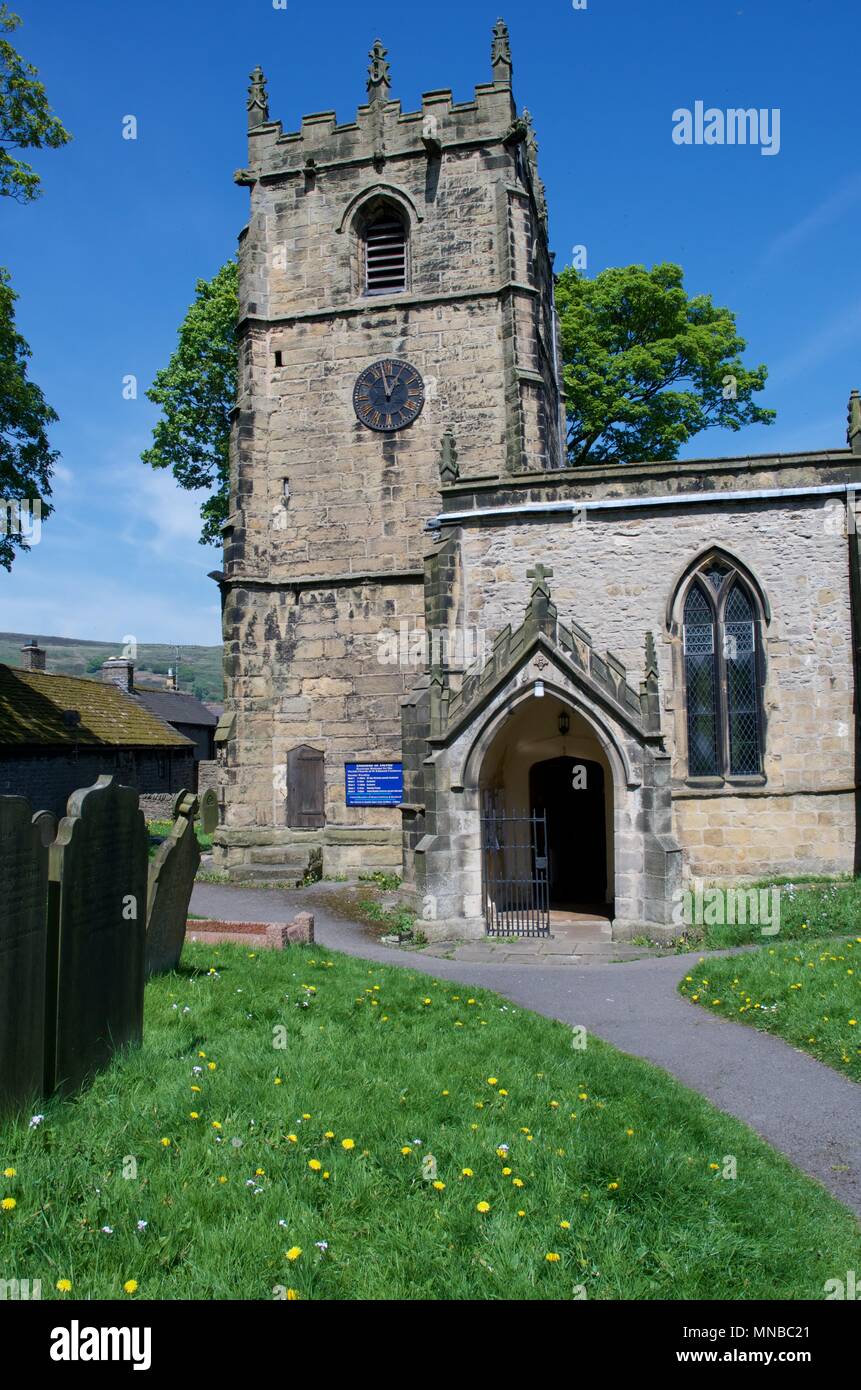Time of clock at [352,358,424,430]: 12:58
